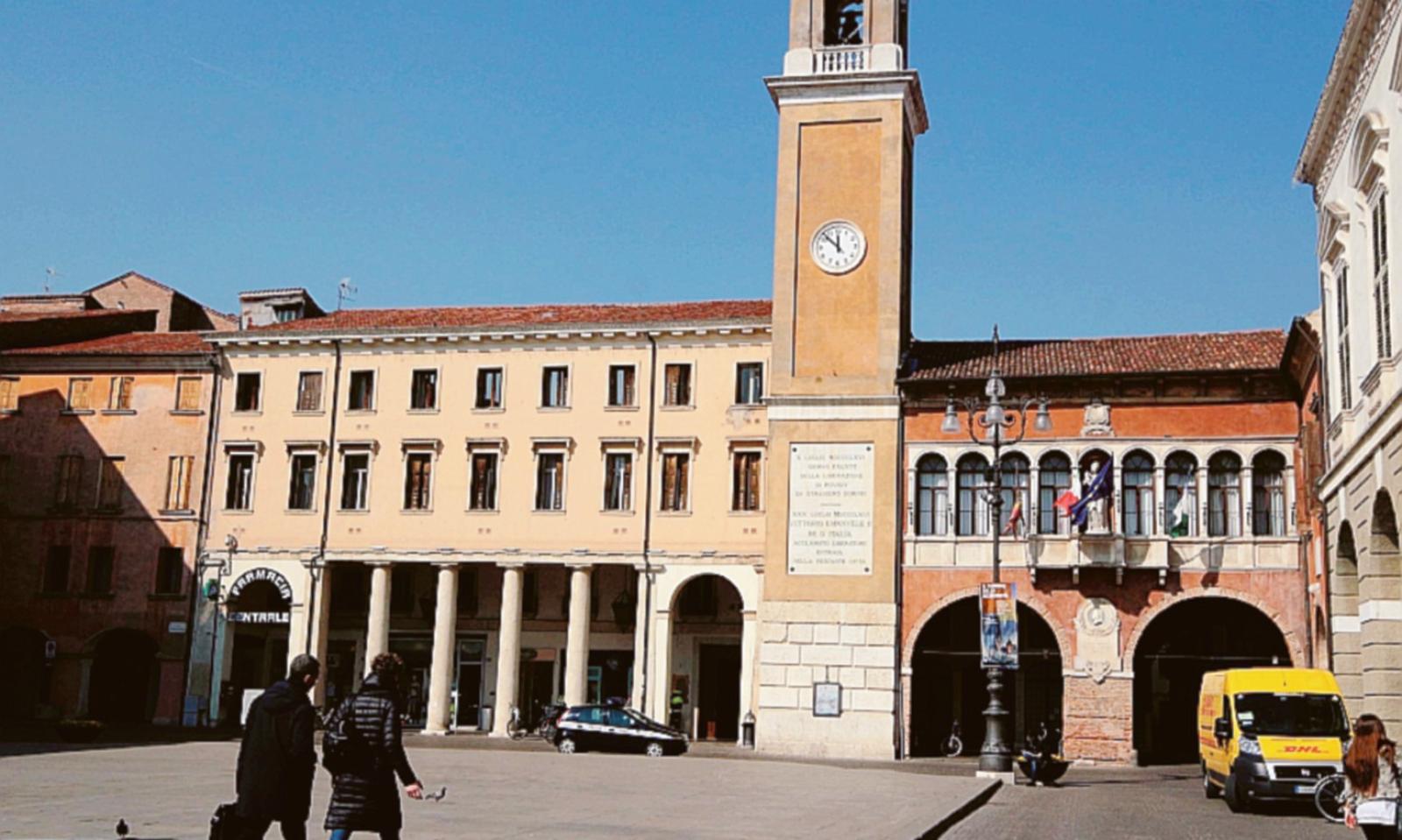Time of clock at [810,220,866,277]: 11:52
